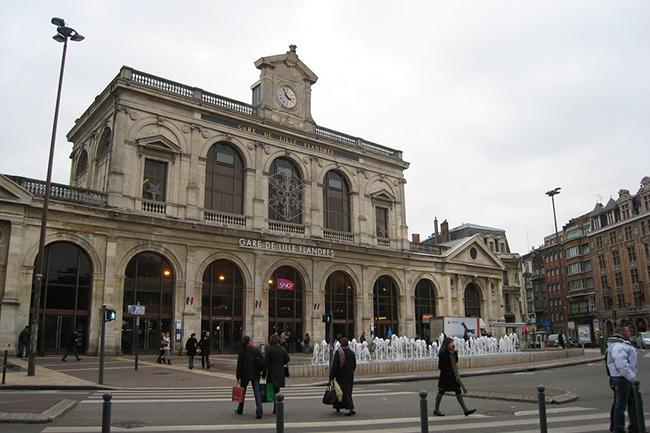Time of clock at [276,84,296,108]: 3:56
